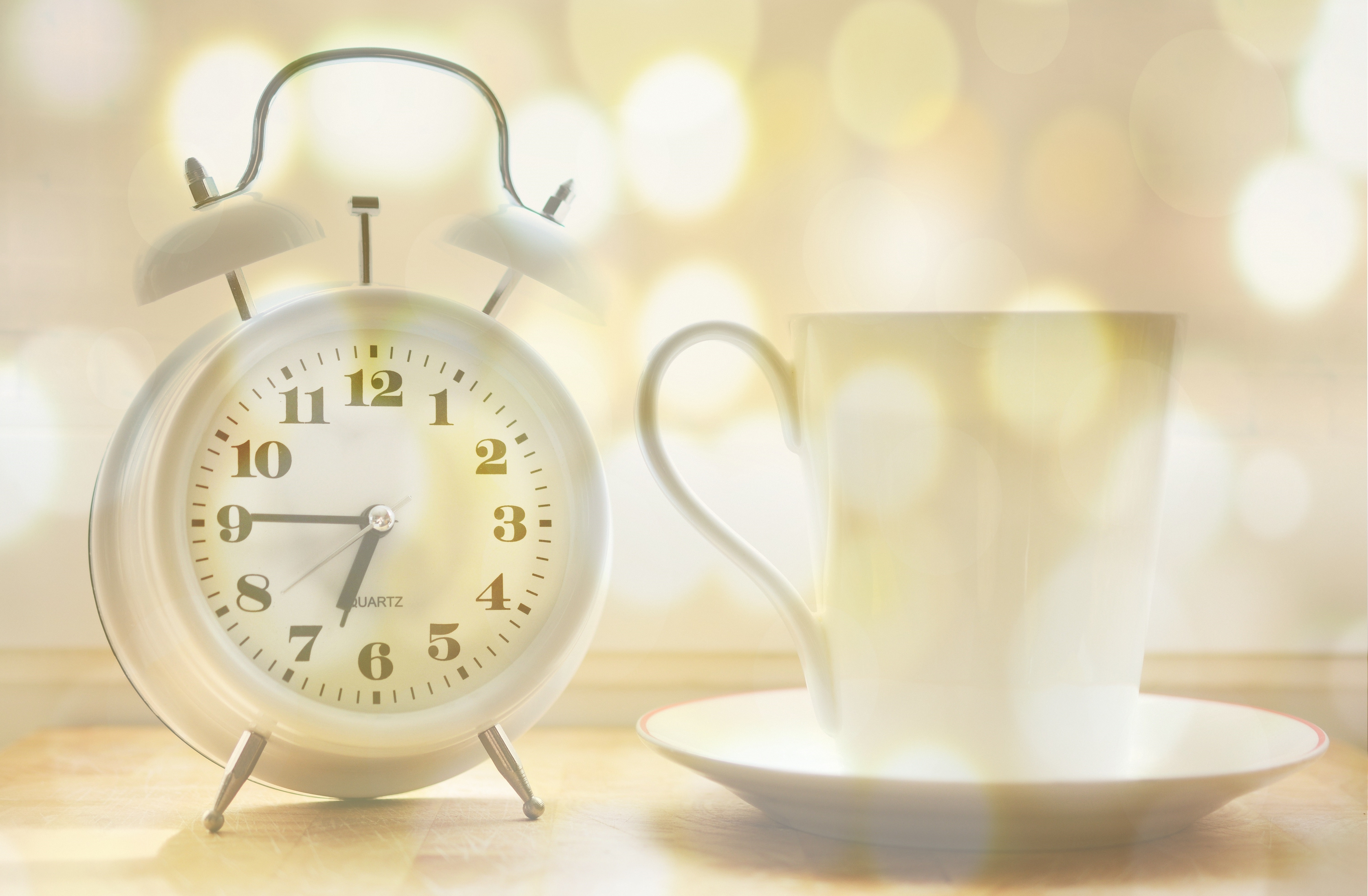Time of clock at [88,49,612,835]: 6:45
